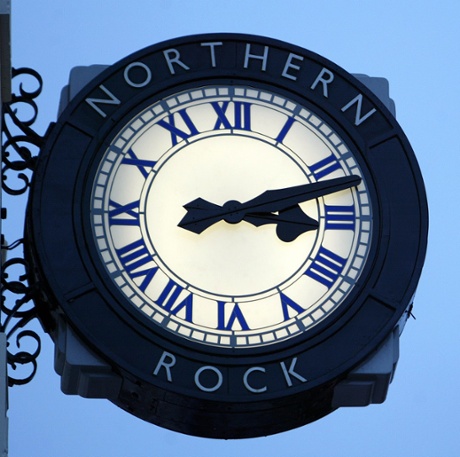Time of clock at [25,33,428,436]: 3:12
